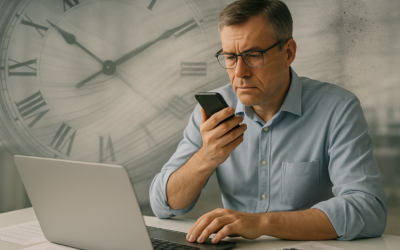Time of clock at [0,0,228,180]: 10:09
